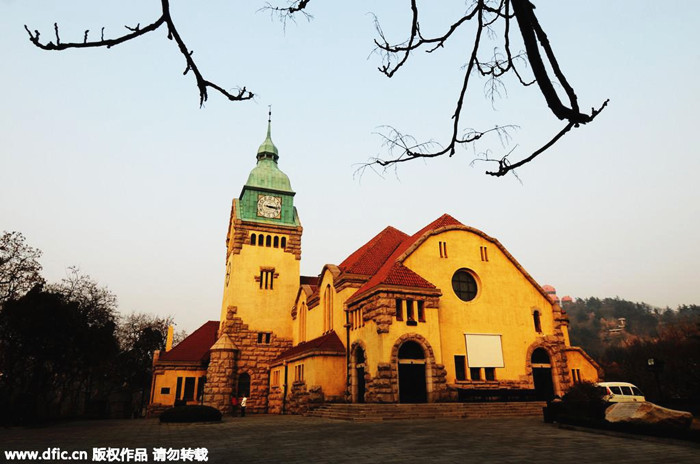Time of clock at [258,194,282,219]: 3:16
